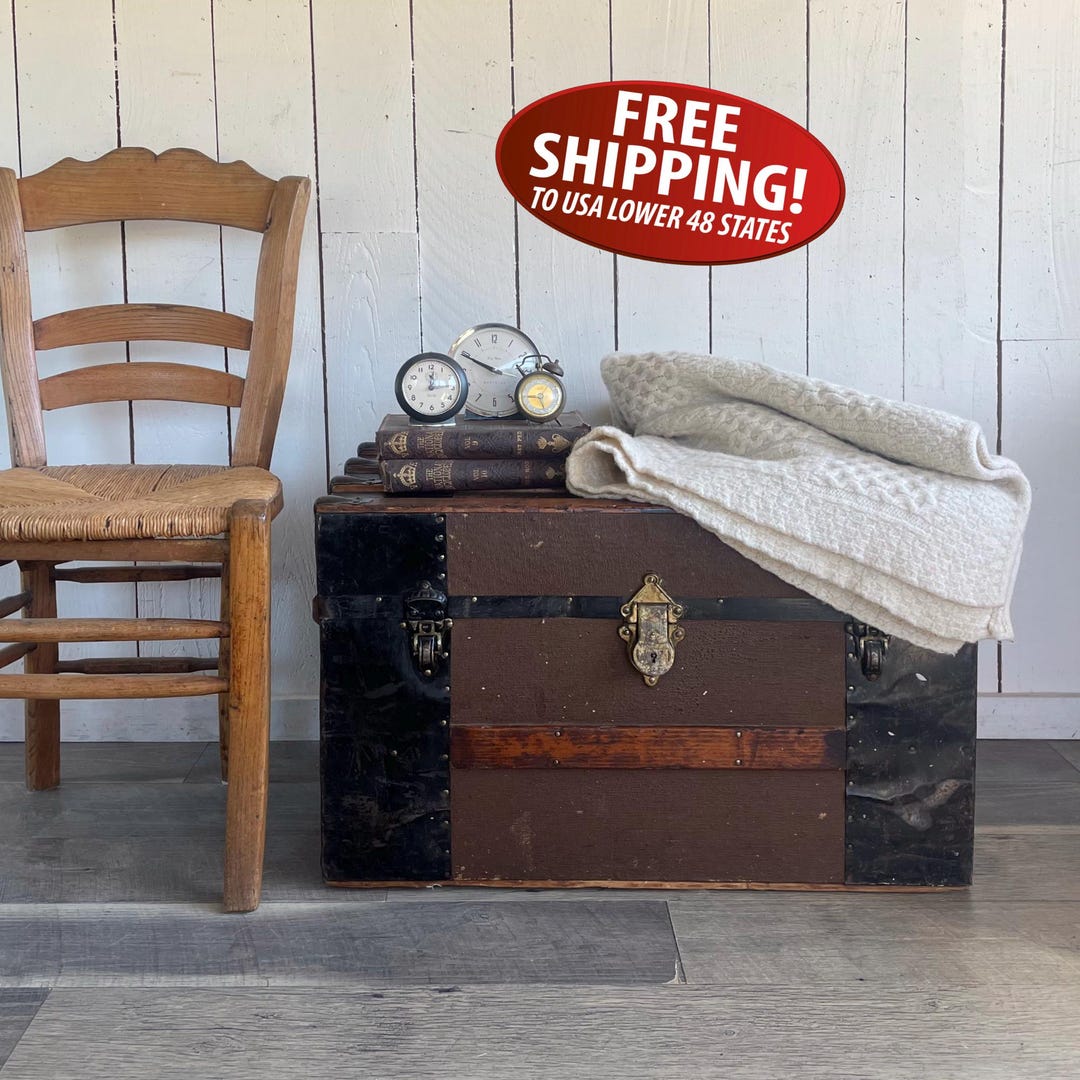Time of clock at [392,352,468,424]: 12:14
